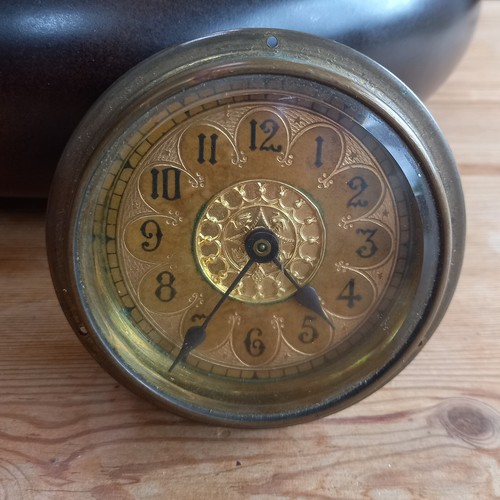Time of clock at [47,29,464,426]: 4:35
